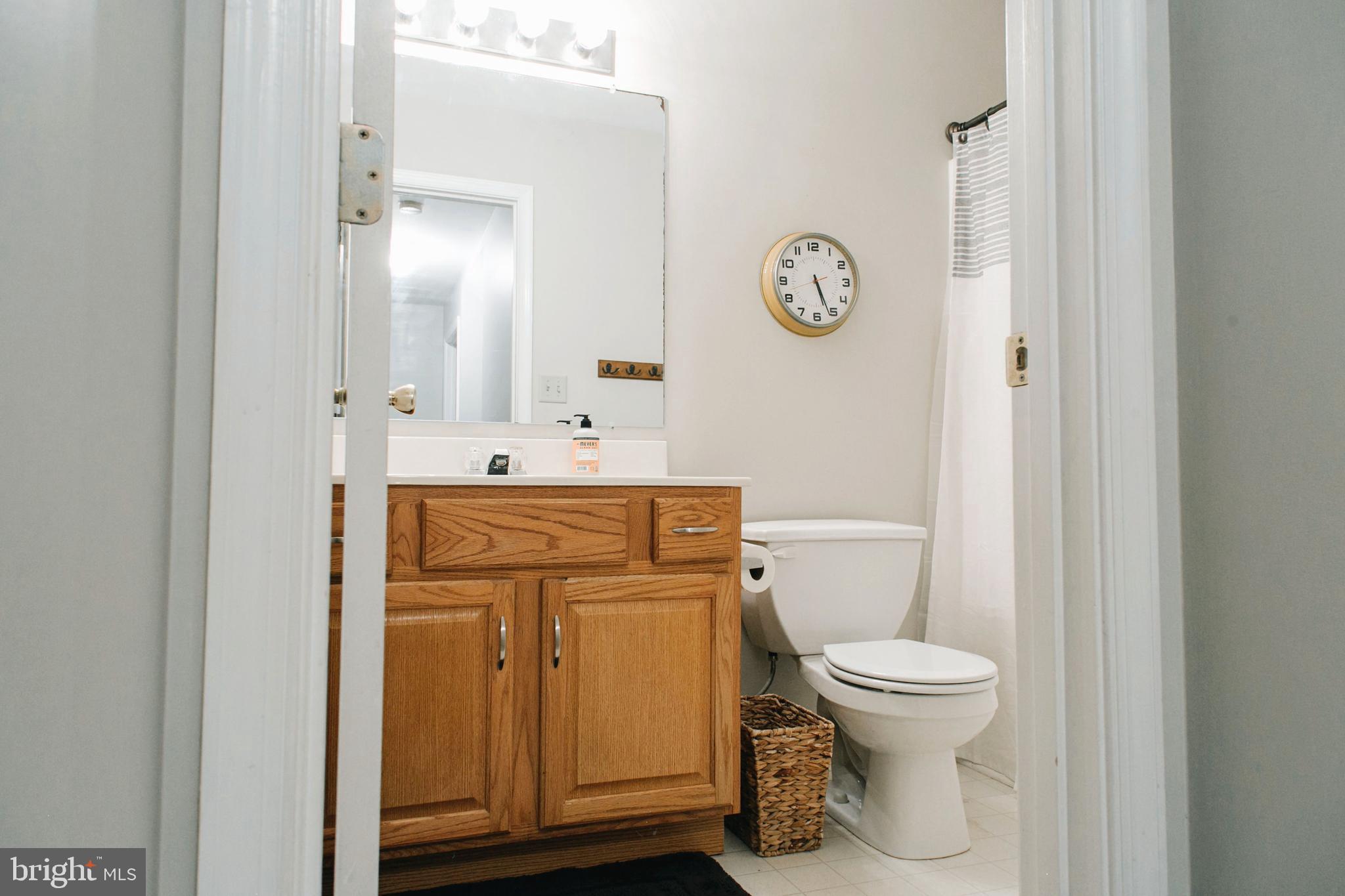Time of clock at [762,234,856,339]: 5:26
